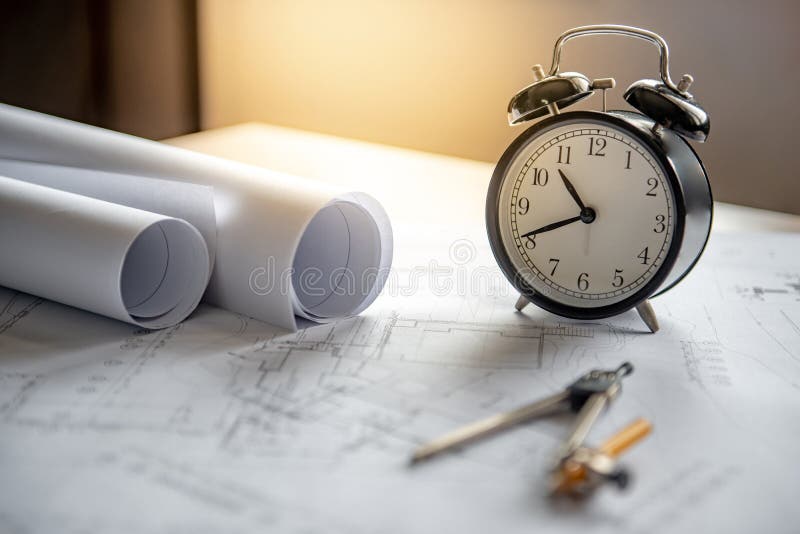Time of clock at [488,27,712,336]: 10:41
